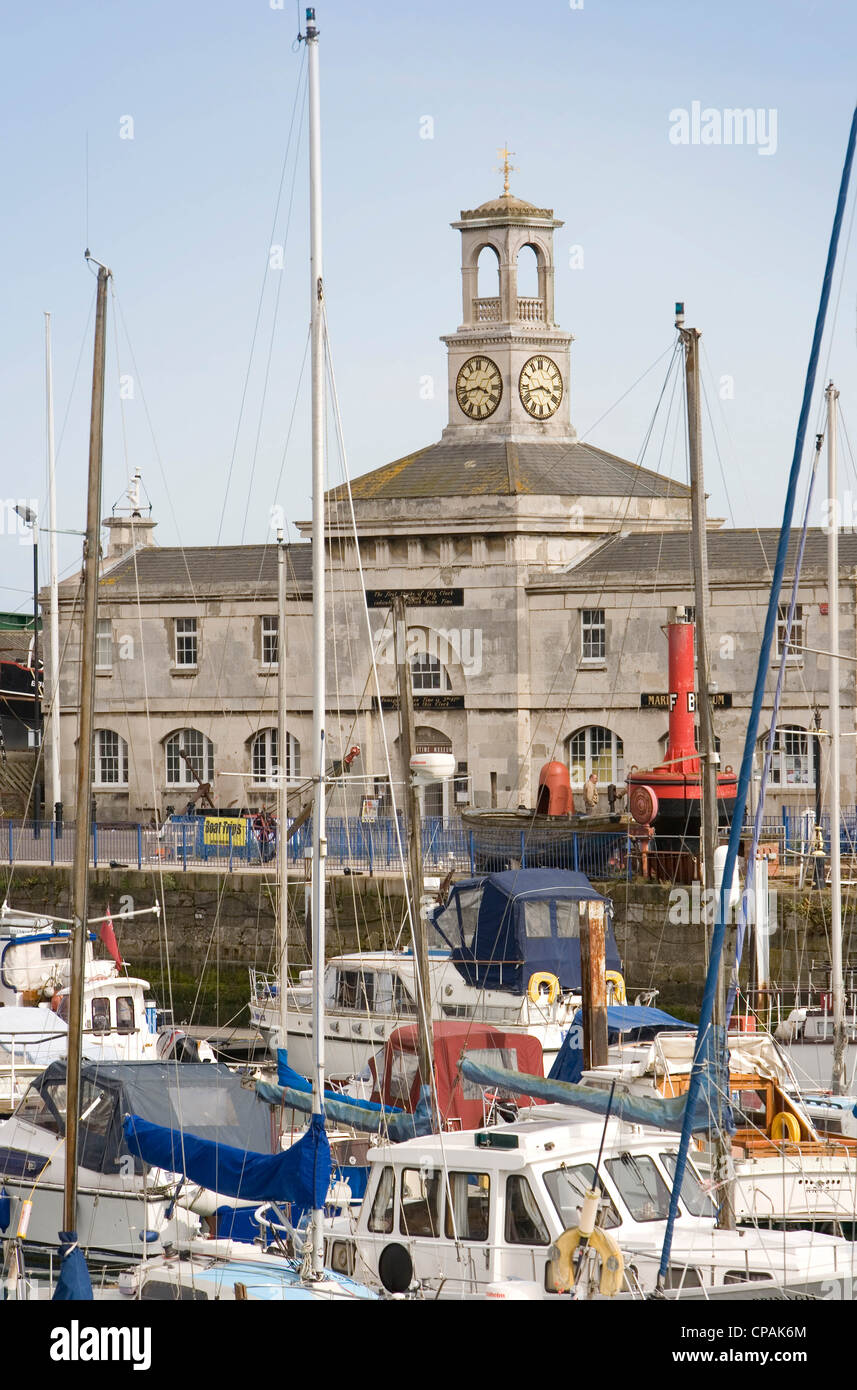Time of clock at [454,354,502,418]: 3:43
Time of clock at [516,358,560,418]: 3:42
